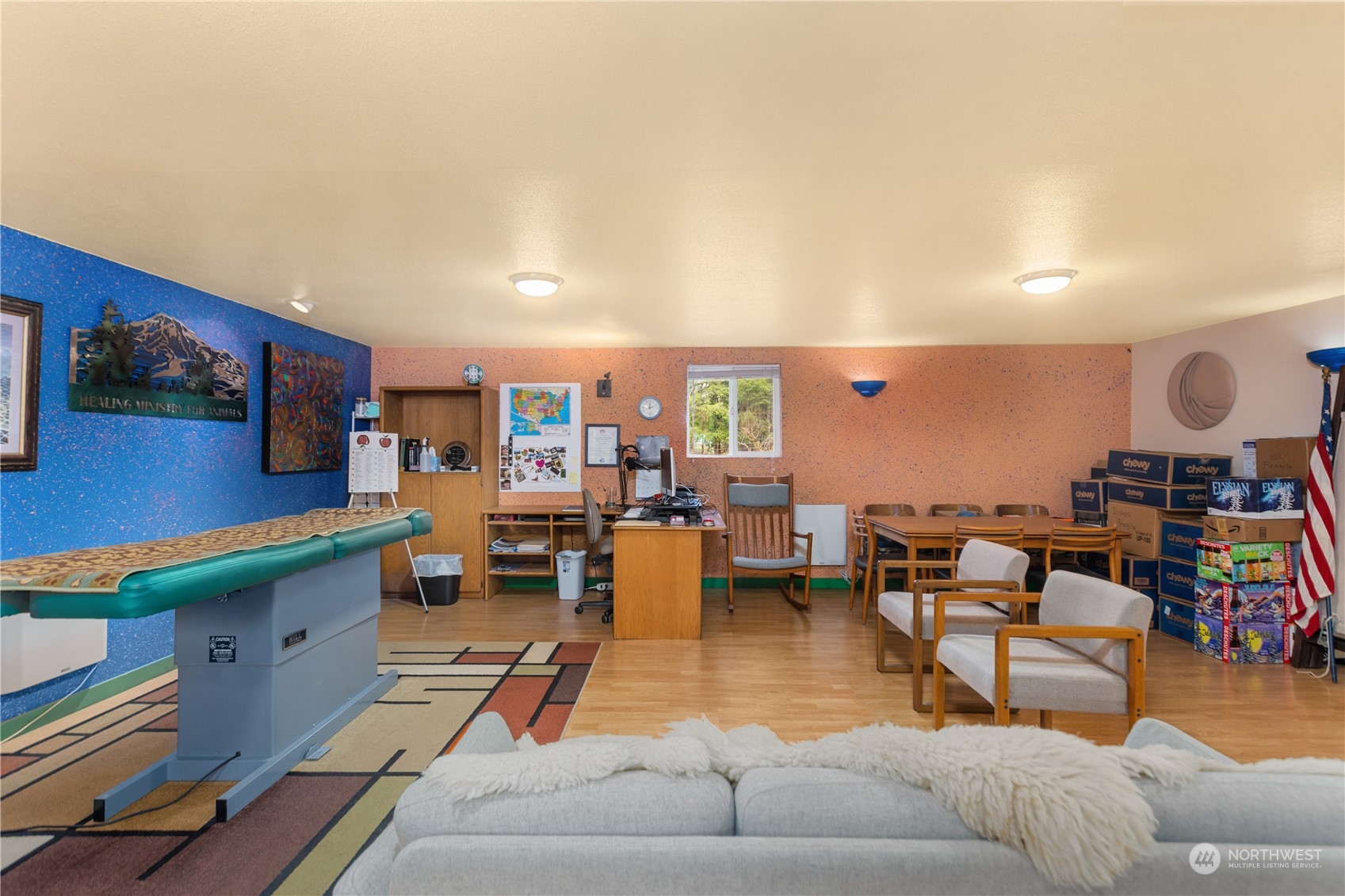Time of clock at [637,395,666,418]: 12:11
